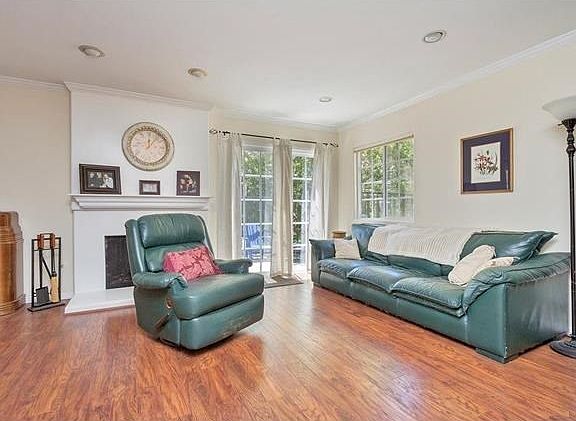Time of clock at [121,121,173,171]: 12:07
